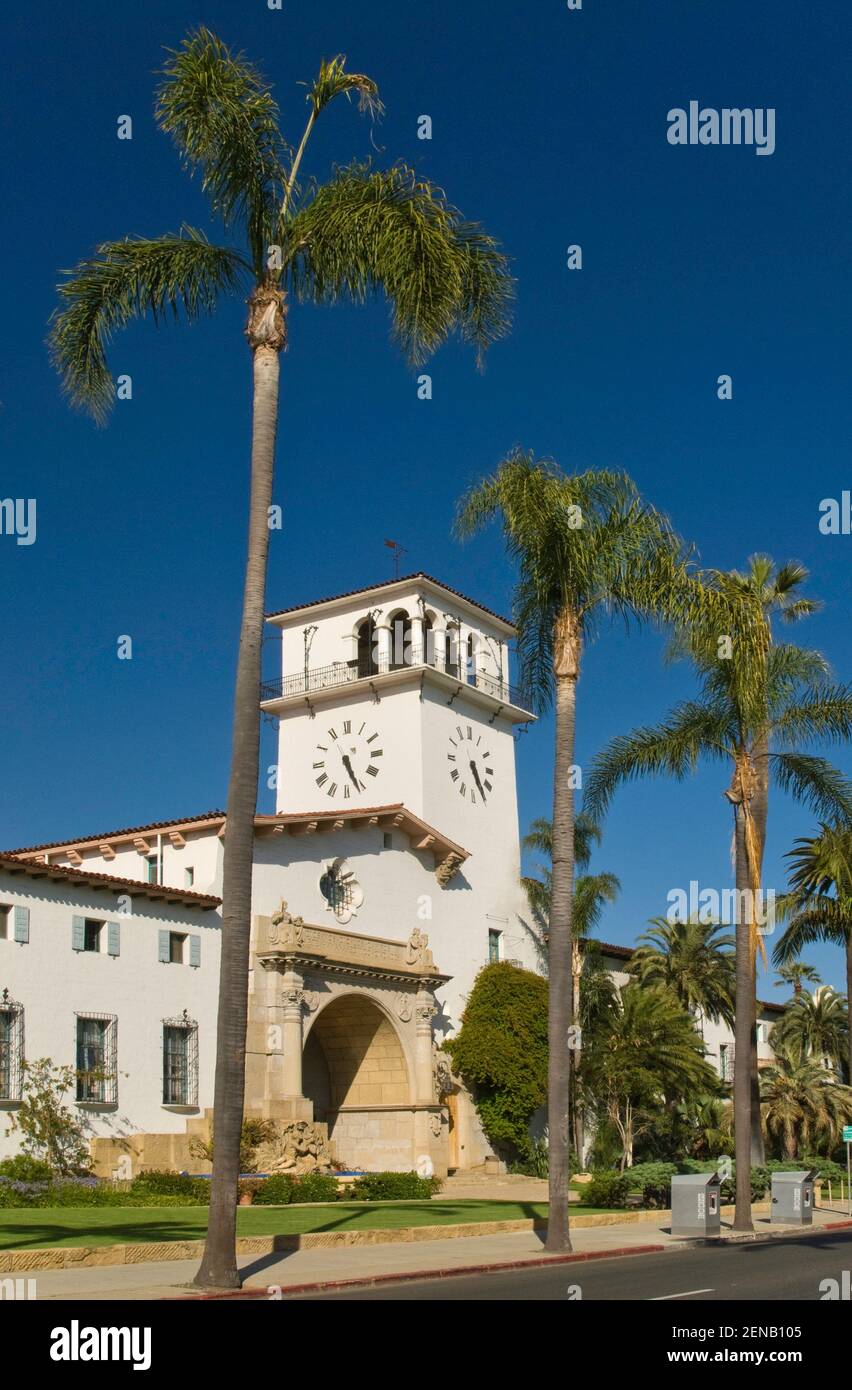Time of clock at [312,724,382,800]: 5:26
